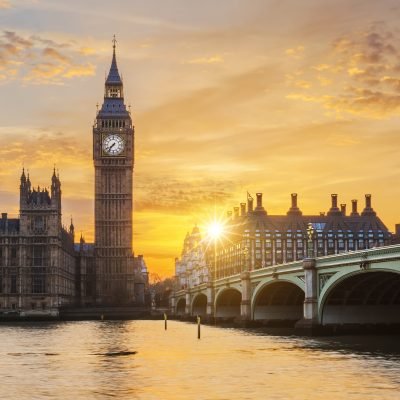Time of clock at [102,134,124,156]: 7:36
